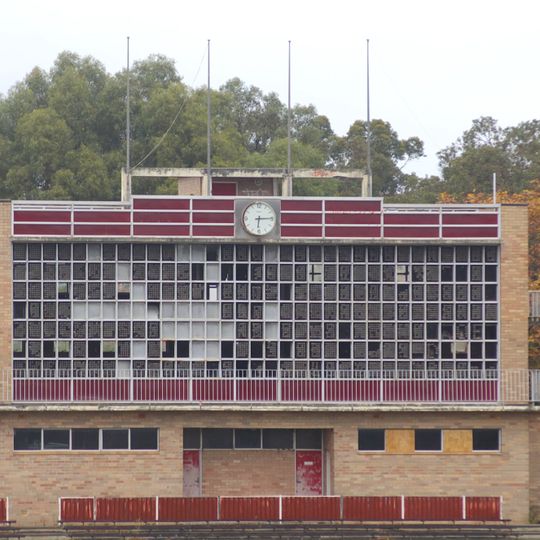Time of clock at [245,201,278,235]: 6:14
